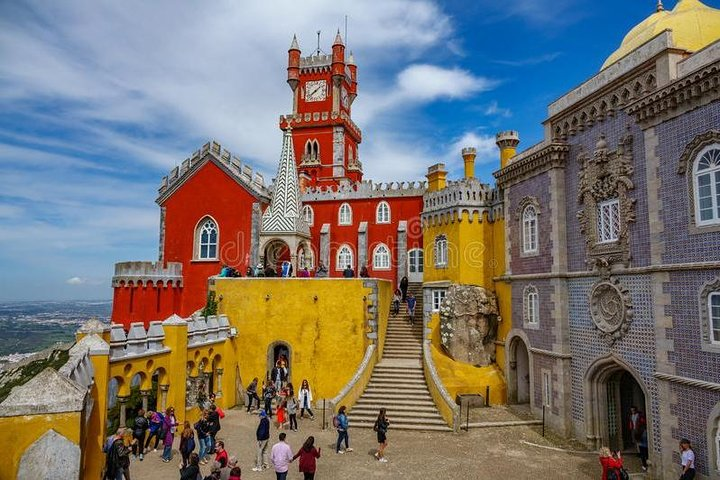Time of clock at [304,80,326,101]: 1:38
